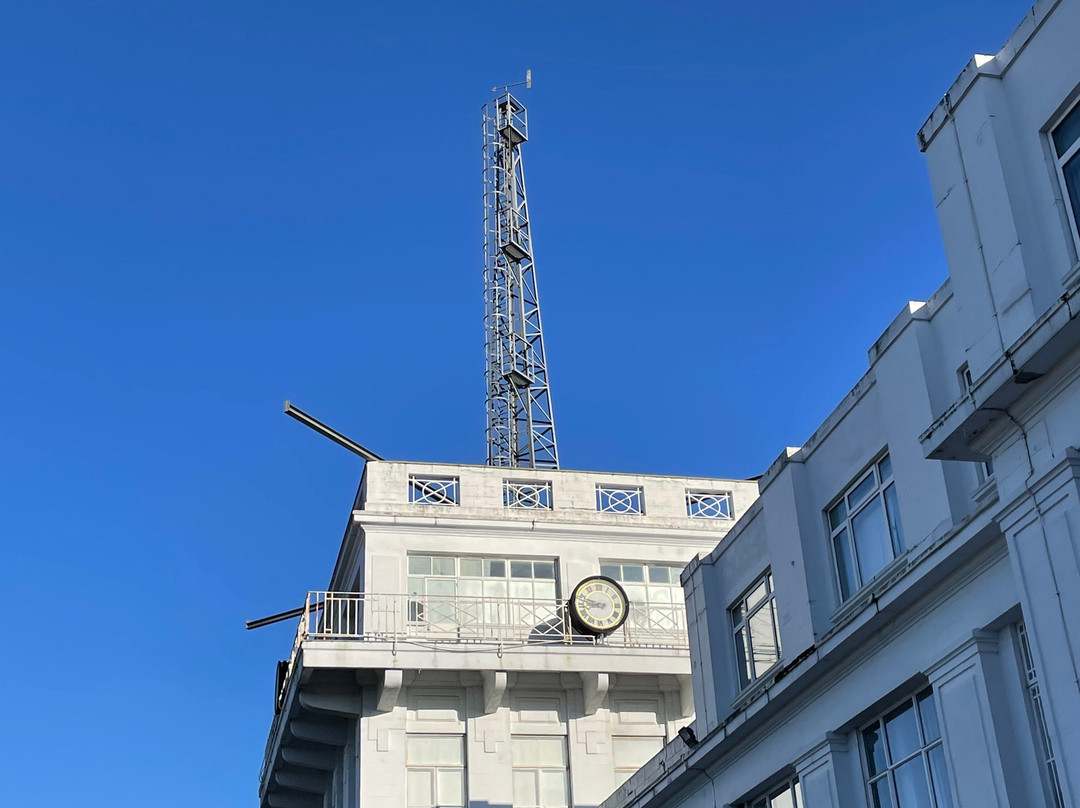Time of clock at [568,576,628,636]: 8:47
